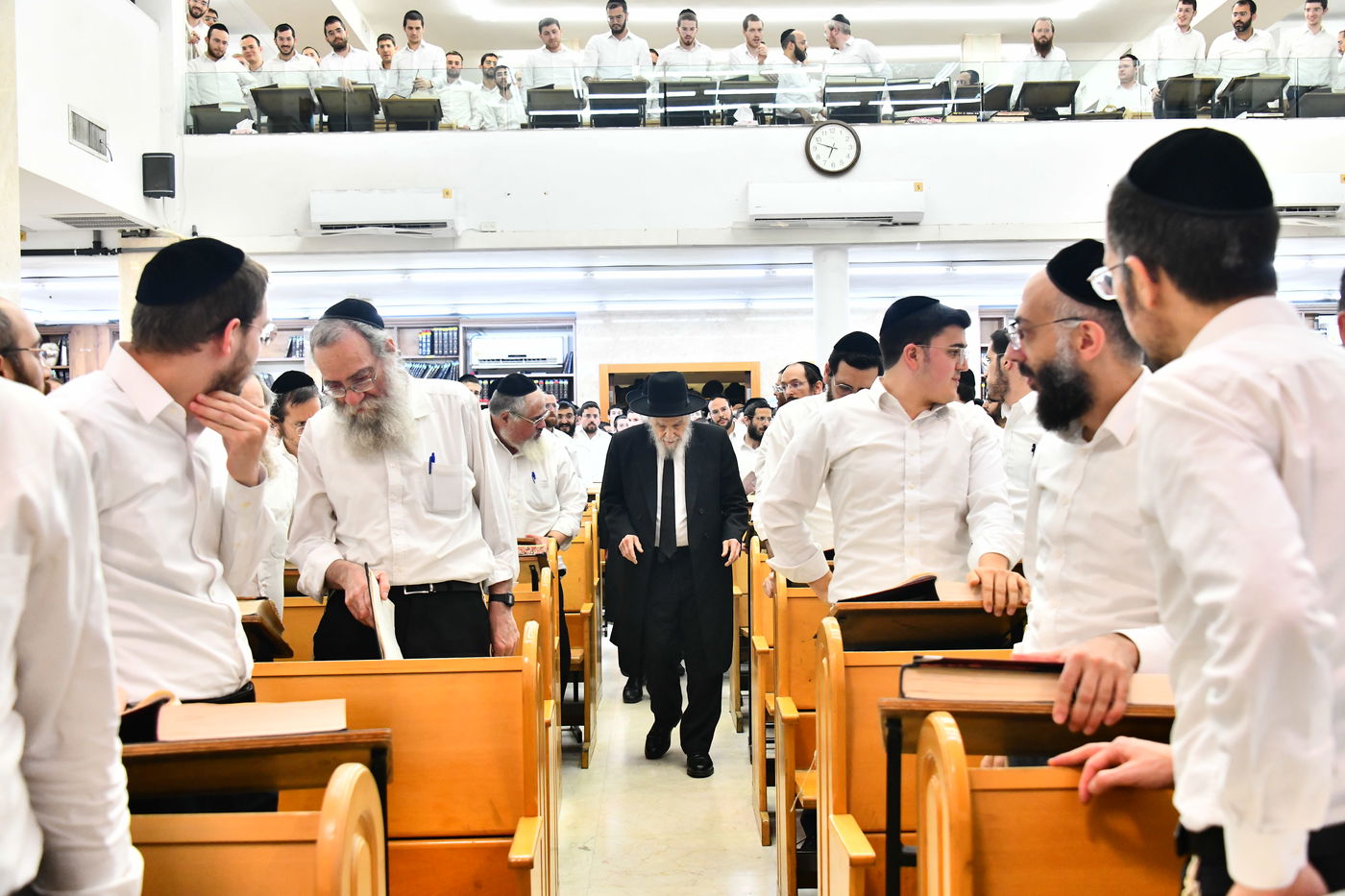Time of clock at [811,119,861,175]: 6:47
